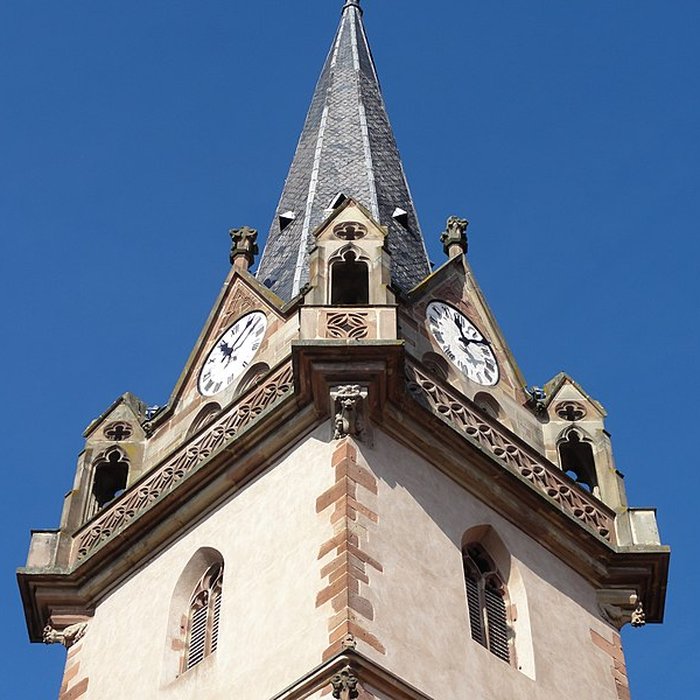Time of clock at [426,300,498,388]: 12:12
